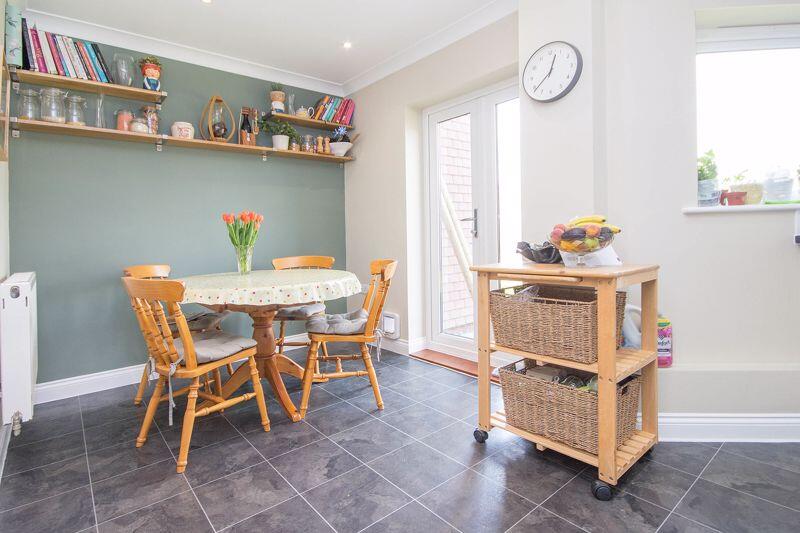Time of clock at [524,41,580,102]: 12:38
